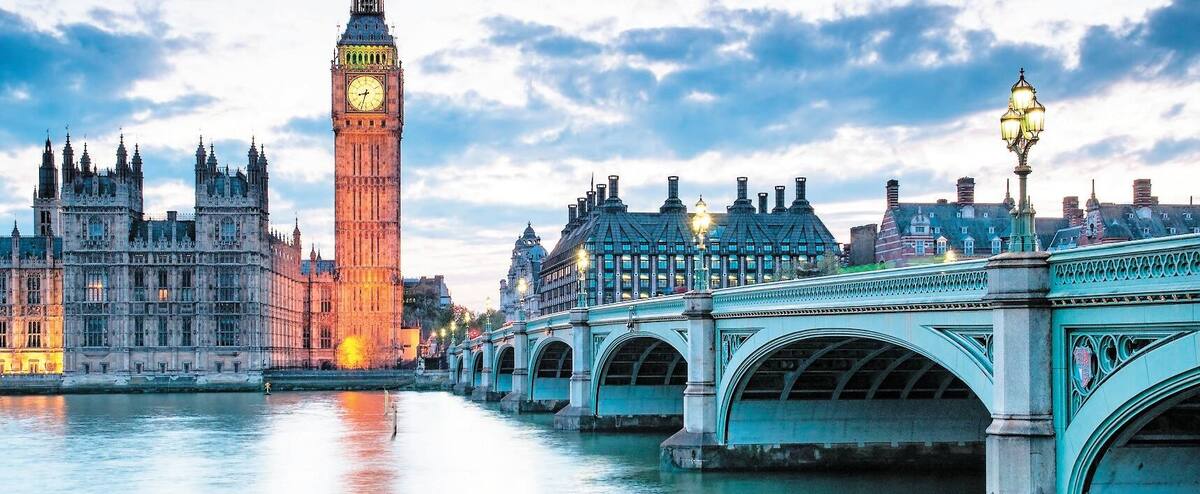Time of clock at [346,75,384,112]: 8:32
